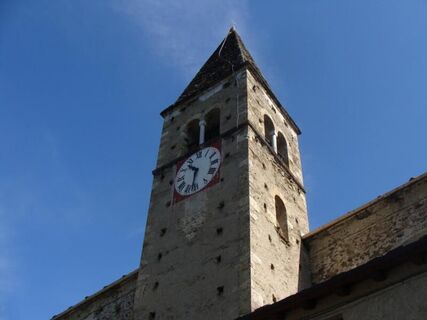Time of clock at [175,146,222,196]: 10:32
